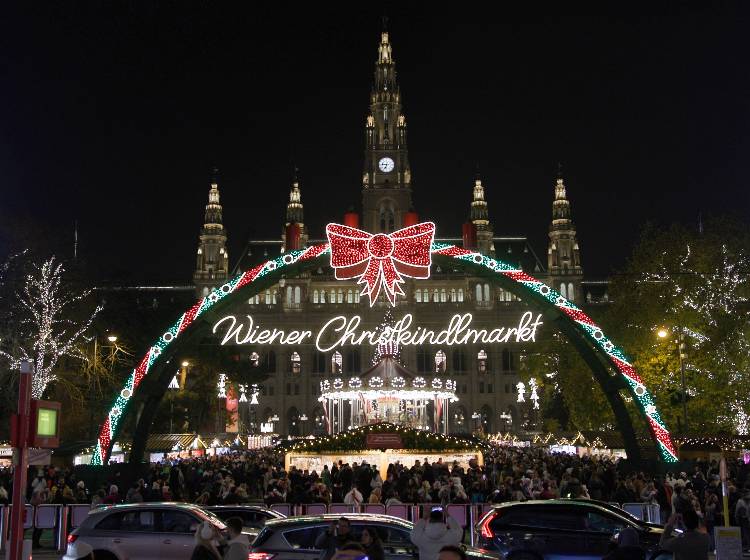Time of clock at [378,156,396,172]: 6:46
